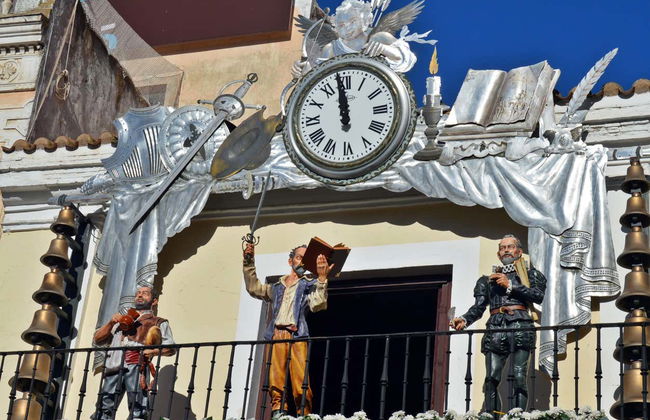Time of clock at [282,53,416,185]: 11:58
